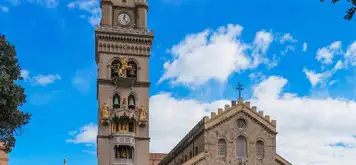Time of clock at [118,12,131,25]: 12:24
